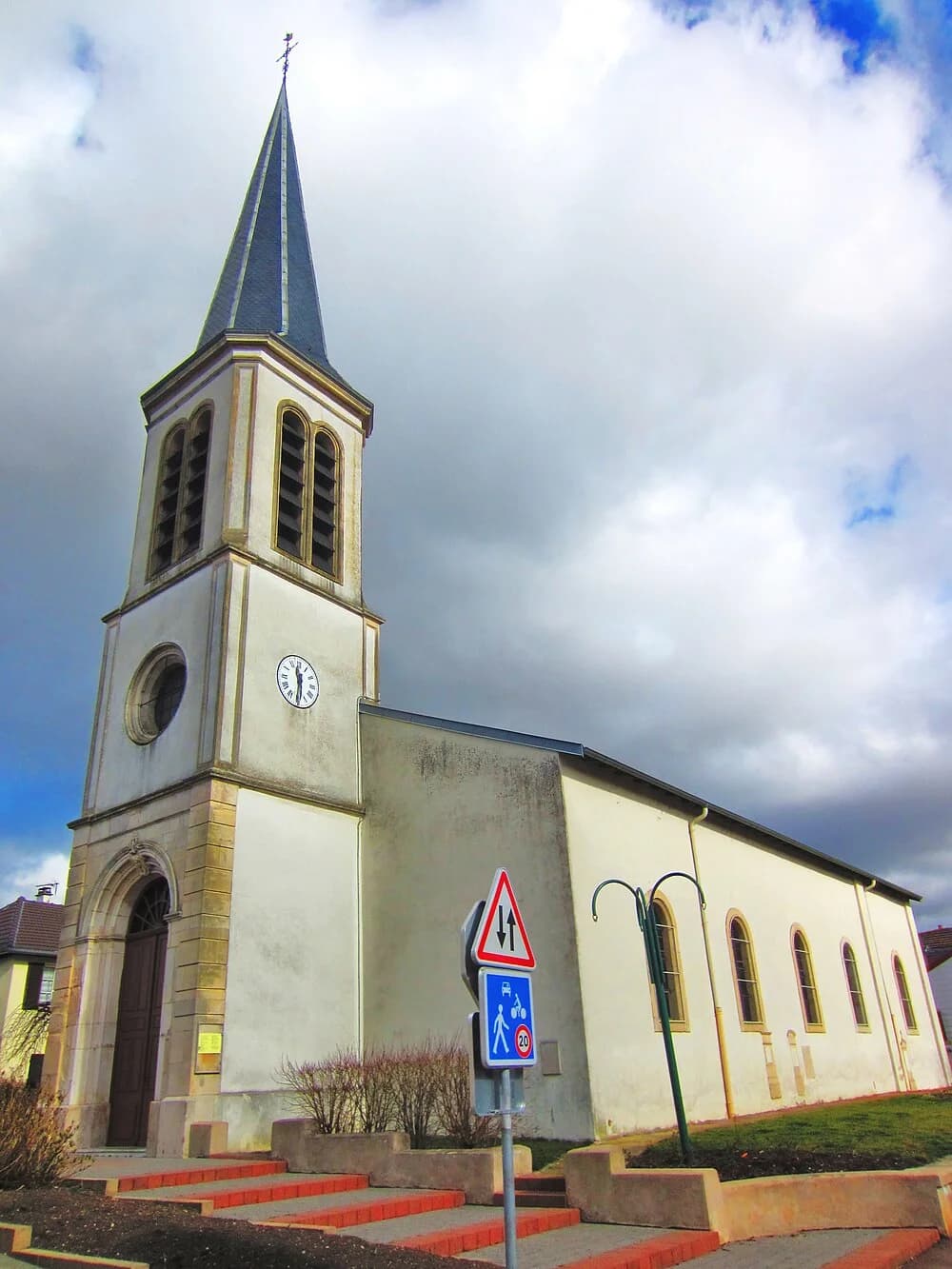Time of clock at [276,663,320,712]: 11:31
